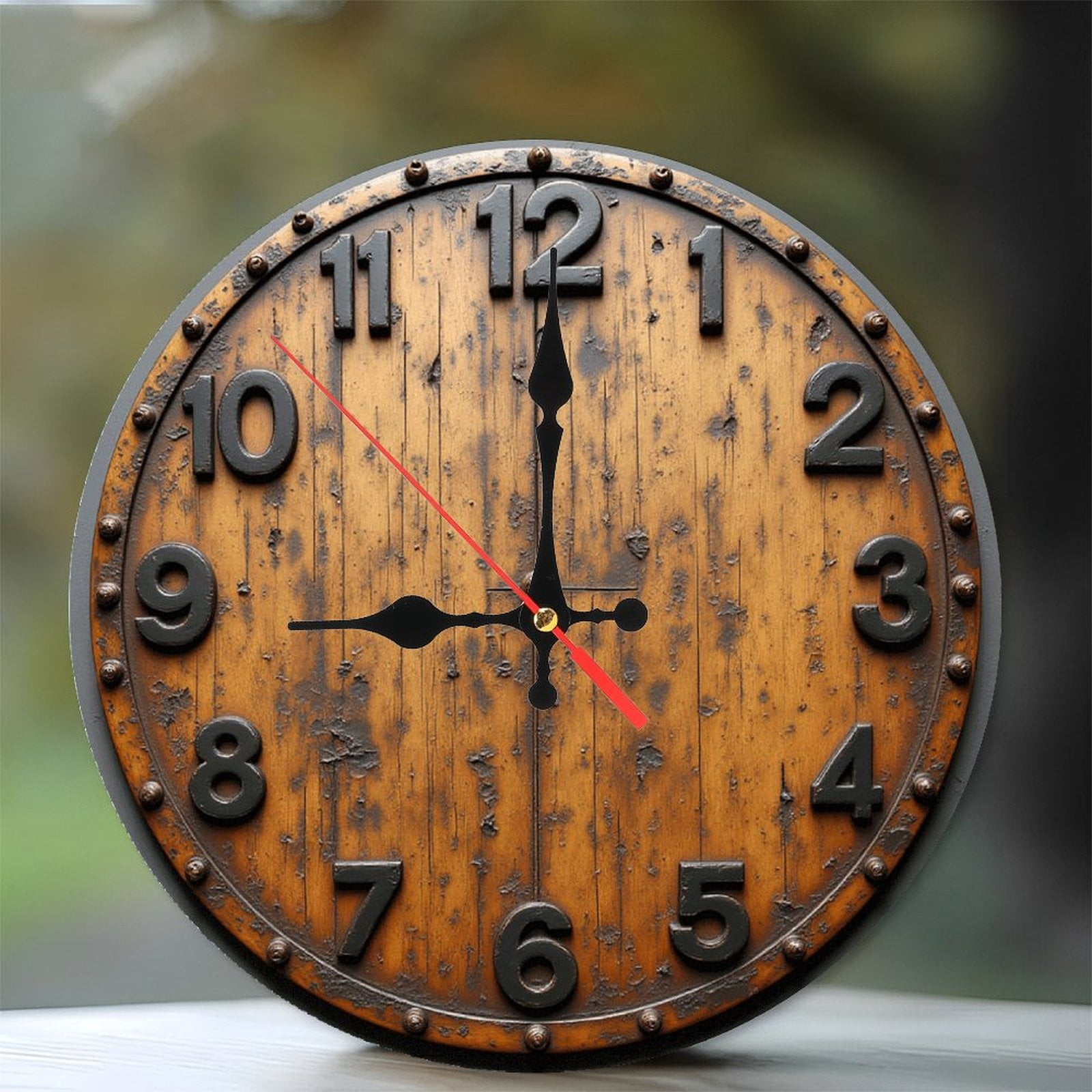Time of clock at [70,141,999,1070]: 9:00
